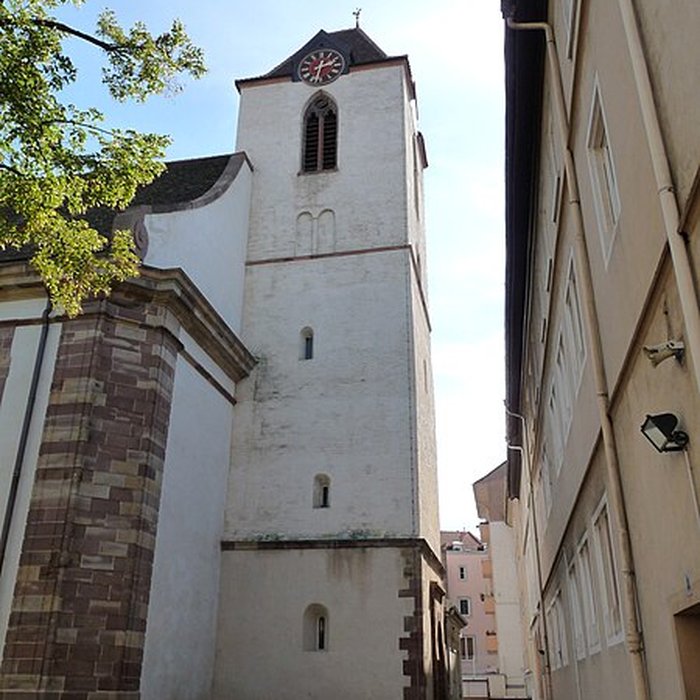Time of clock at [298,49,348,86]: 2:32
